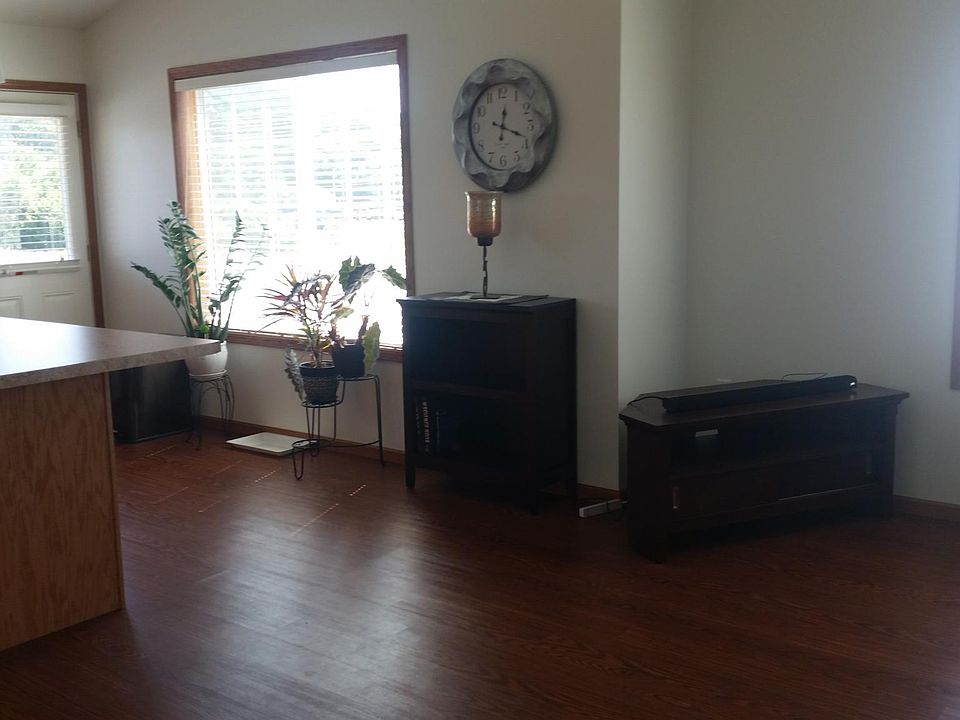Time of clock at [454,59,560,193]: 12:18
